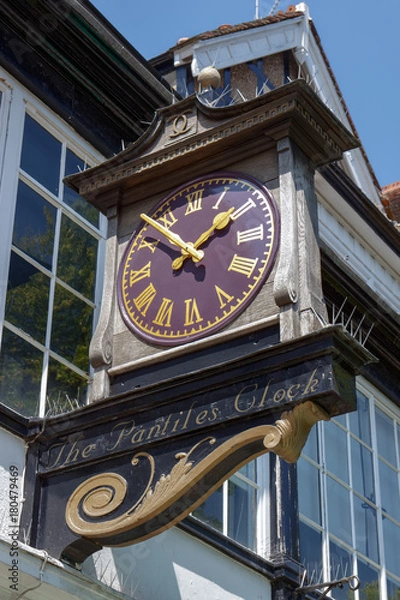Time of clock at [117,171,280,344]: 1:51
